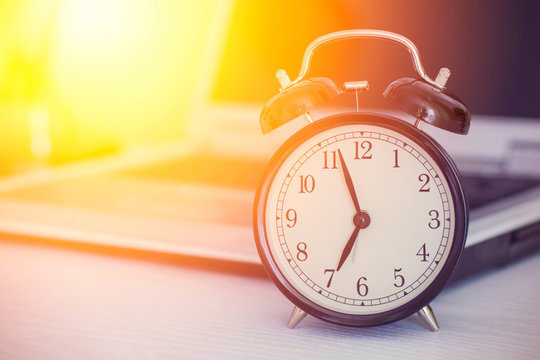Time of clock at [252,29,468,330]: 6:56
